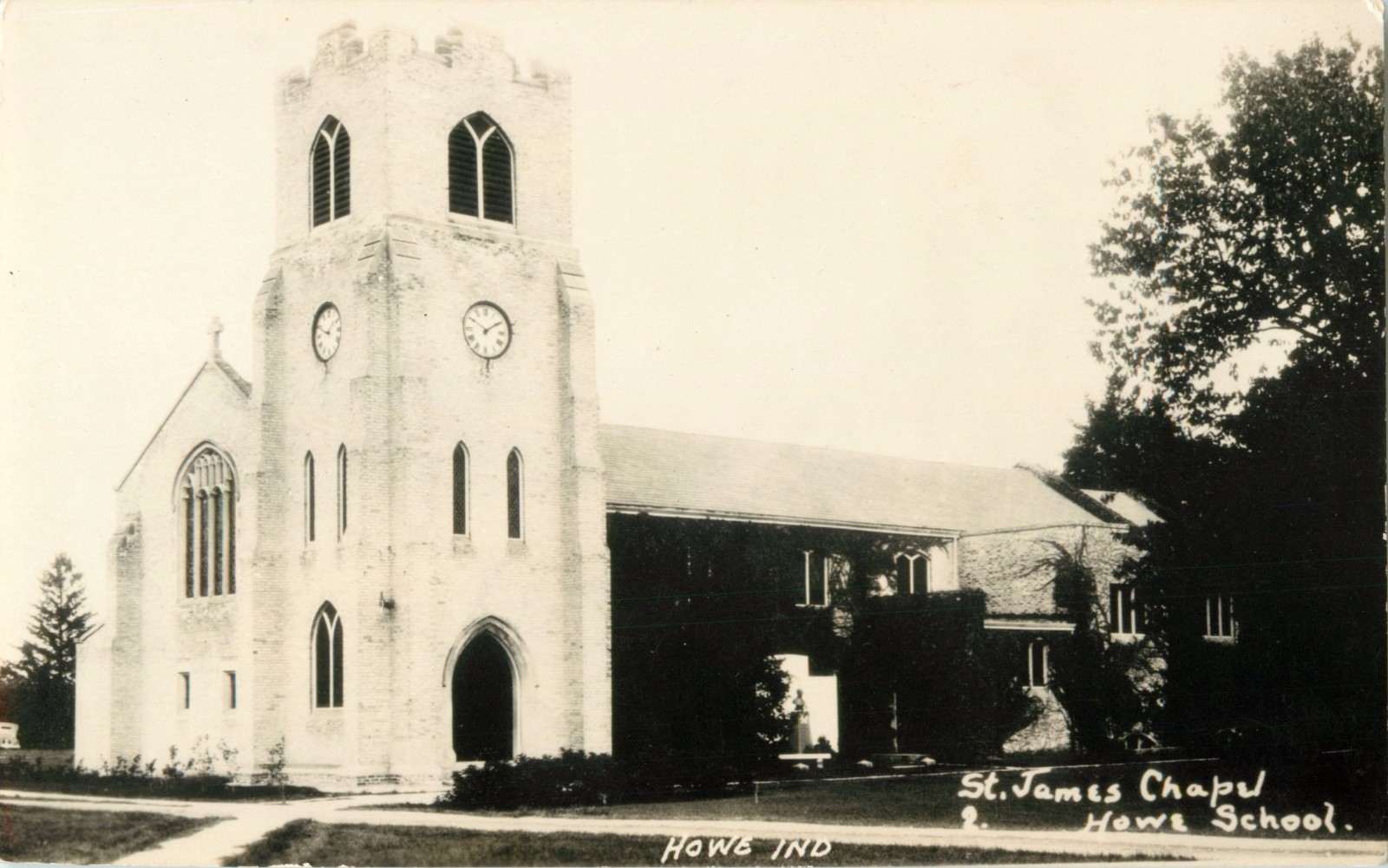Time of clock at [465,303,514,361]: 1:50
